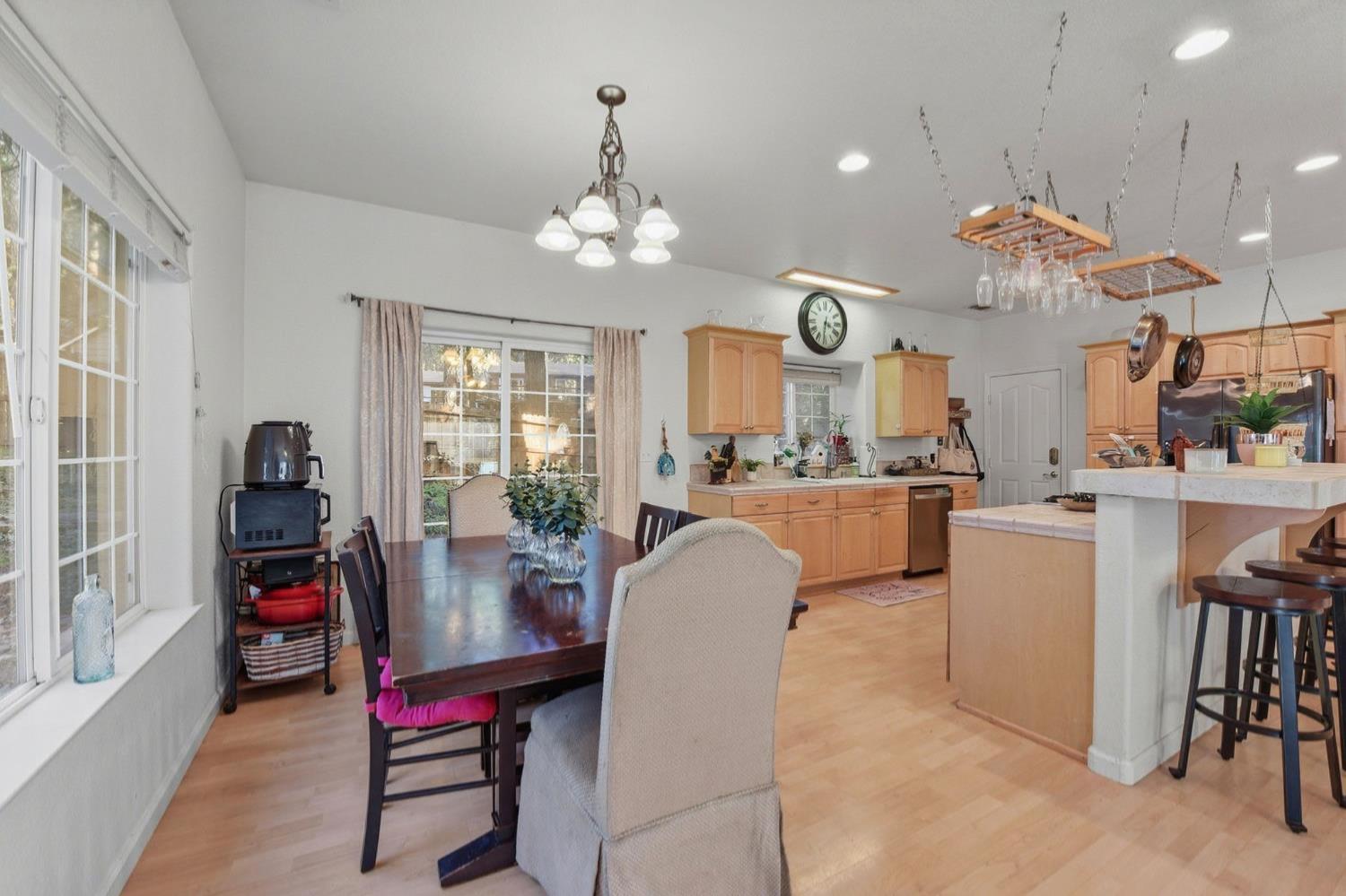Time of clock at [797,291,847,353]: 3:31
